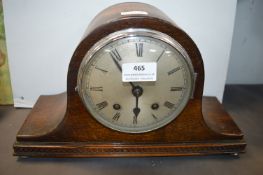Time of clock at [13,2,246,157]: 5:54
